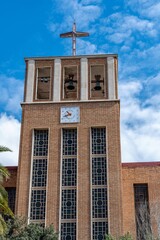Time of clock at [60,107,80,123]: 10:42
